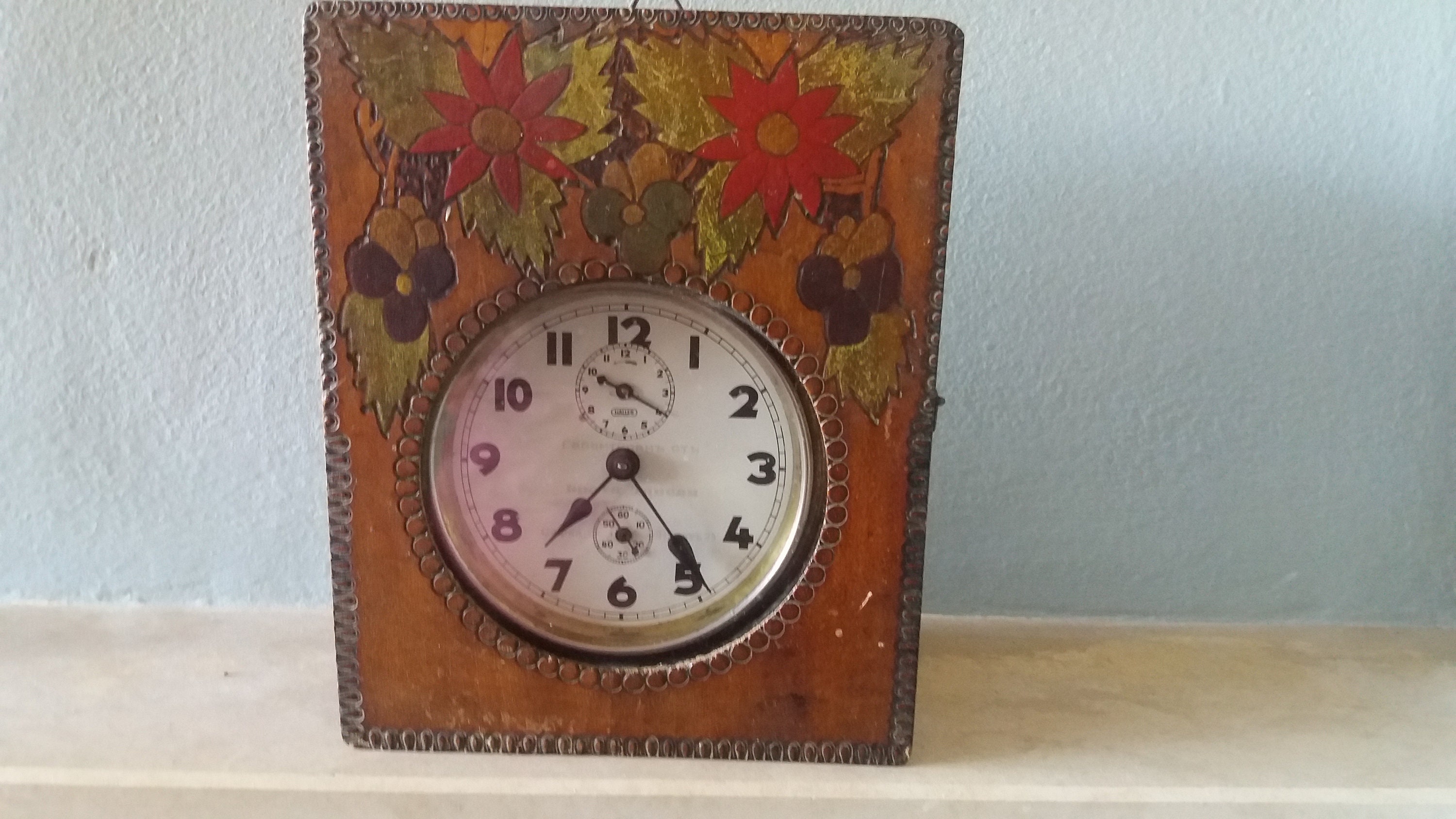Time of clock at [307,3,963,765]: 7:24
